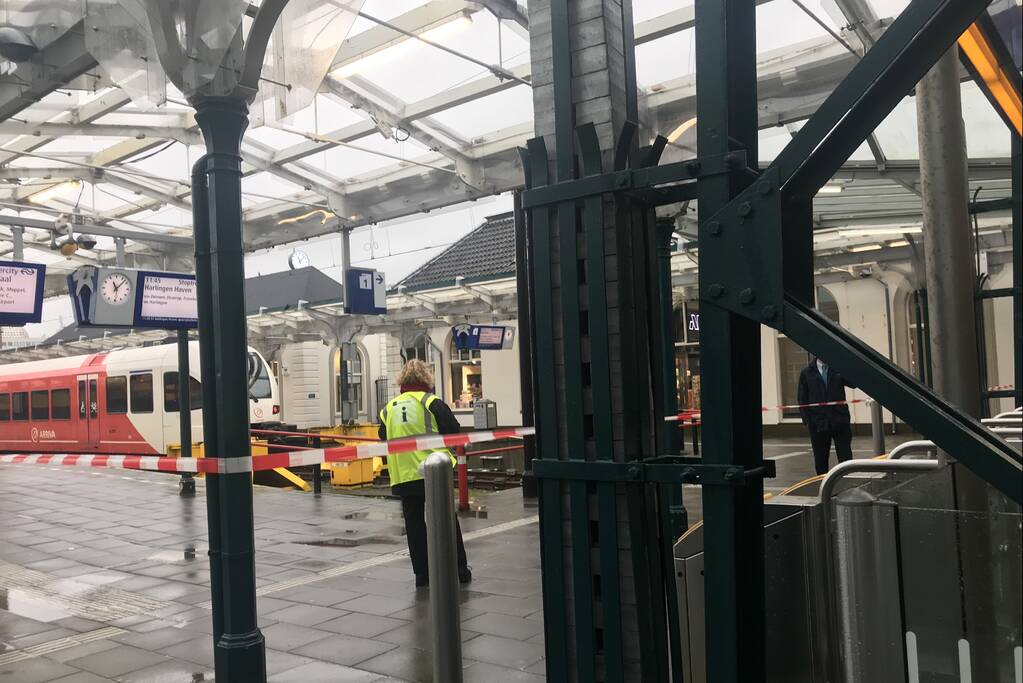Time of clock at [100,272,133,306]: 11:07
